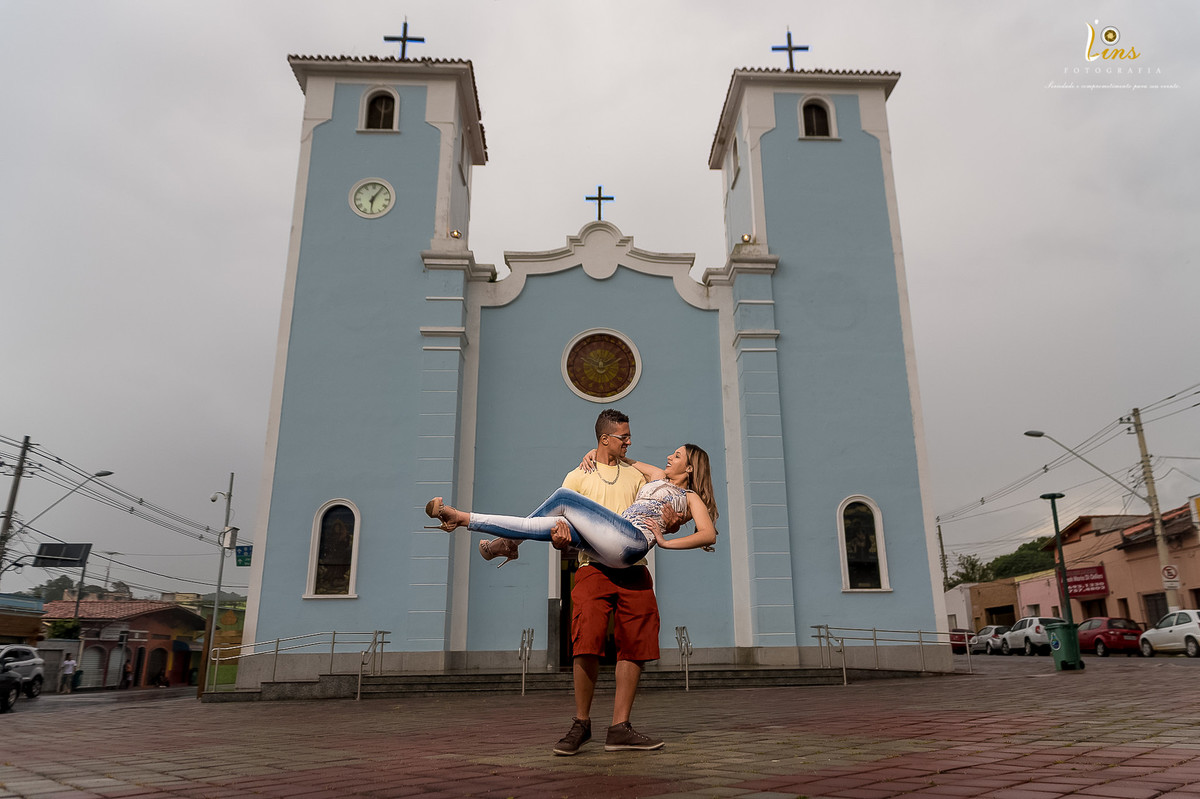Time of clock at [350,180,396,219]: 6:05
